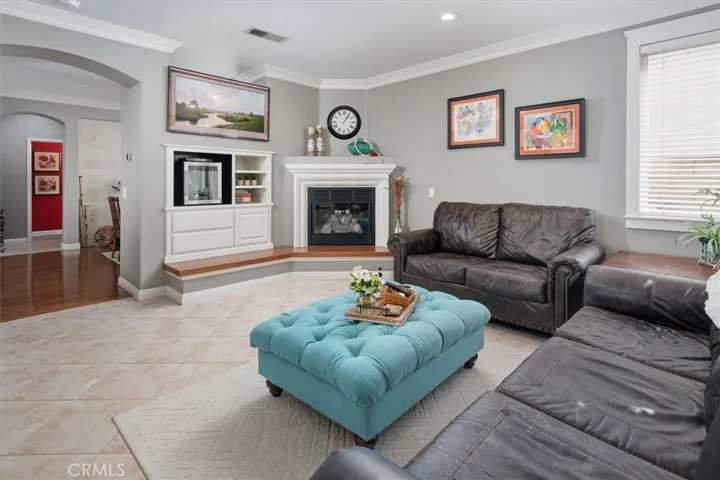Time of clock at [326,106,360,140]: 1:05
